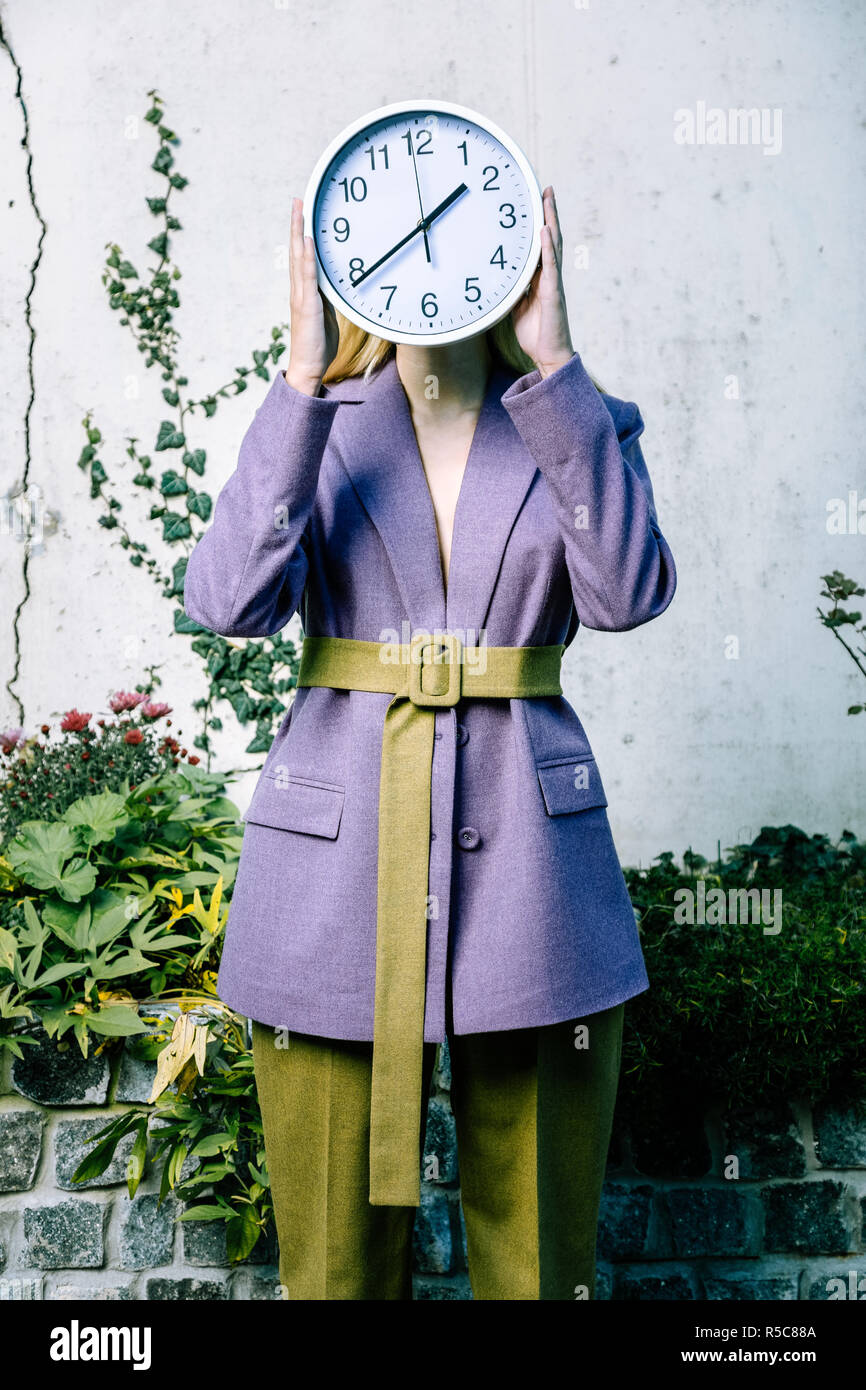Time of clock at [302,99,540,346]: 1:39
